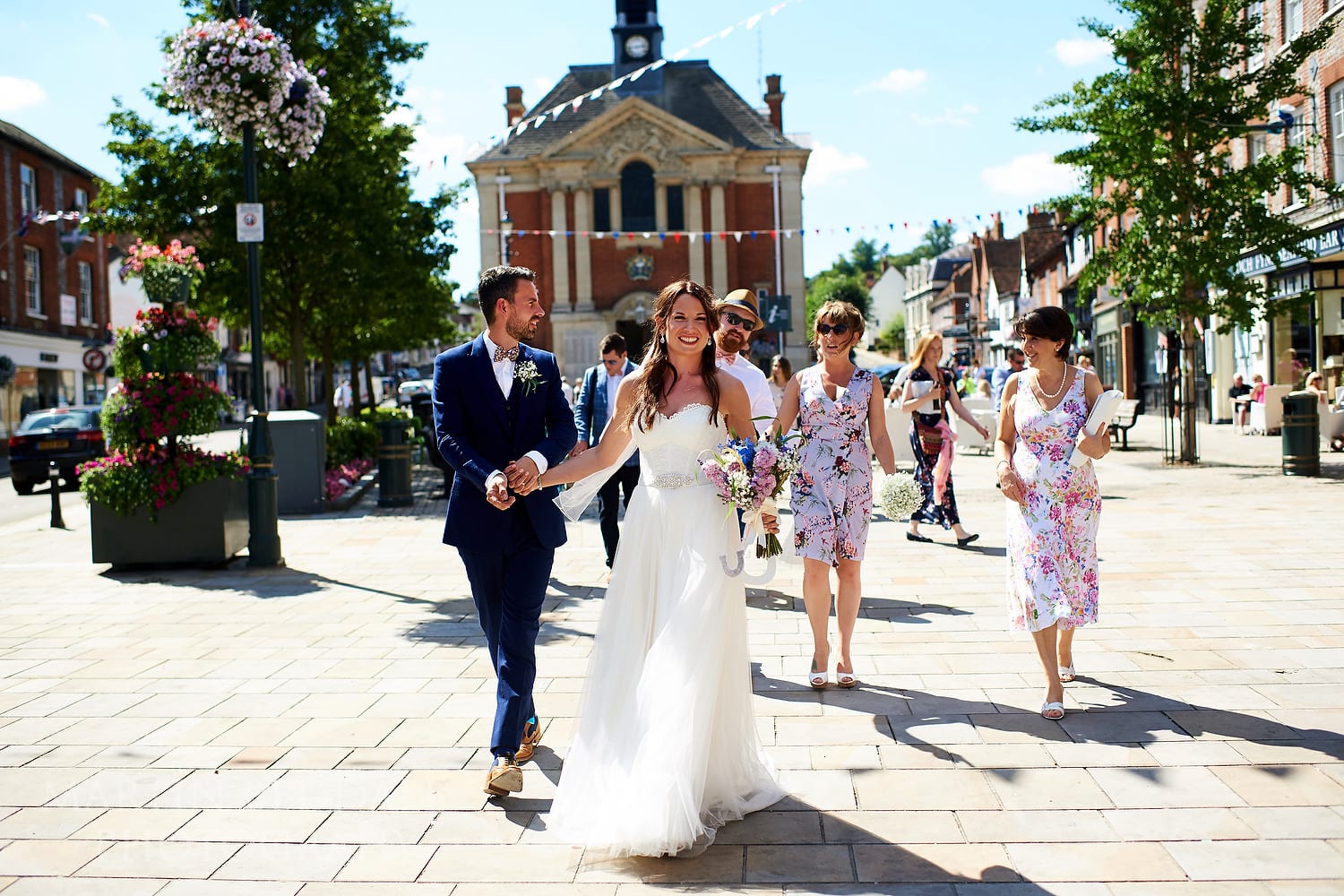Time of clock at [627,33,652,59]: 2:43
